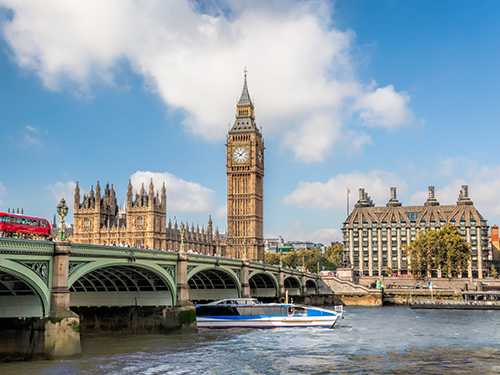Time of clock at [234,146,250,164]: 10:07
